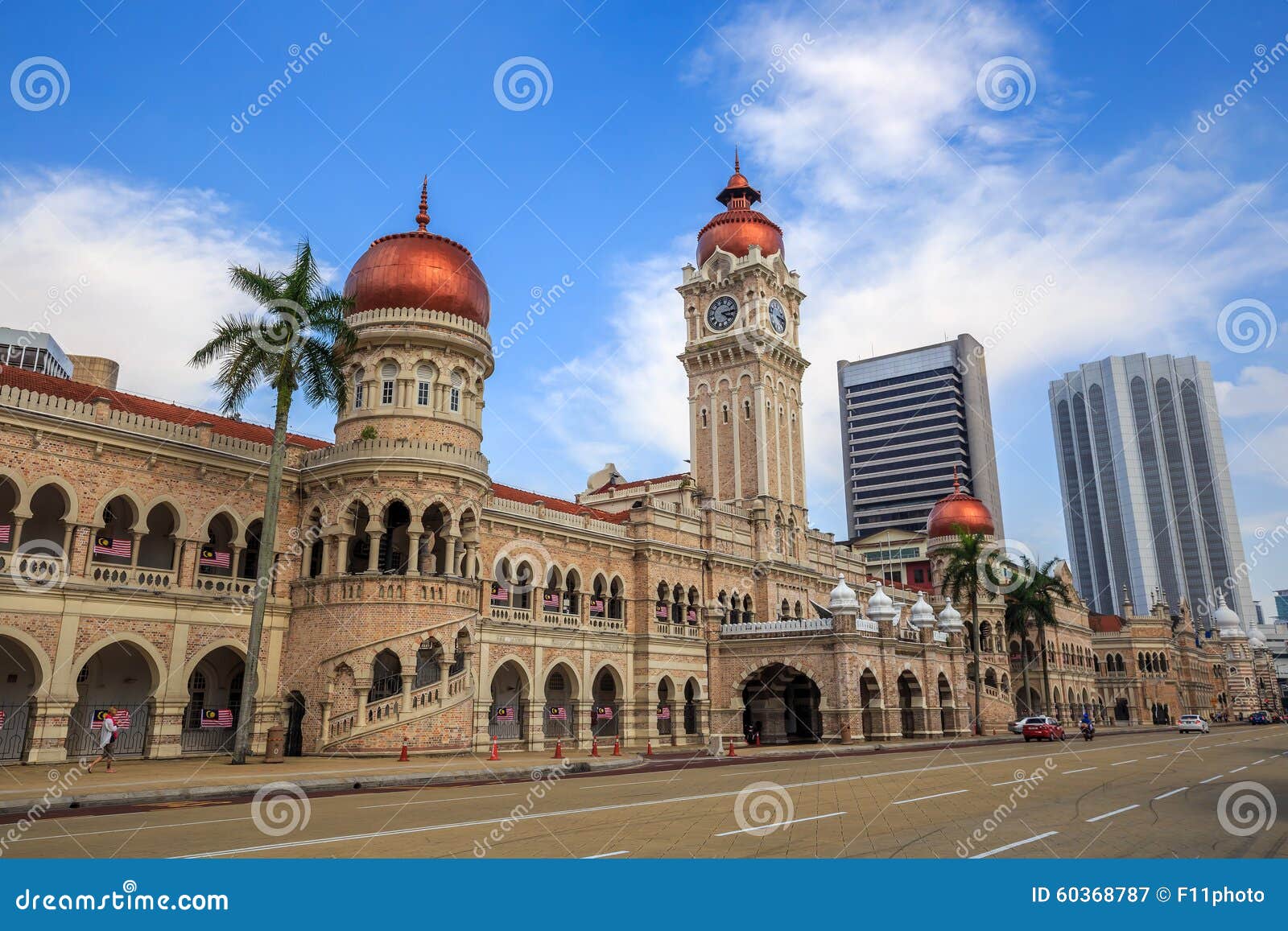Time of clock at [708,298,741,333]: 4:14
